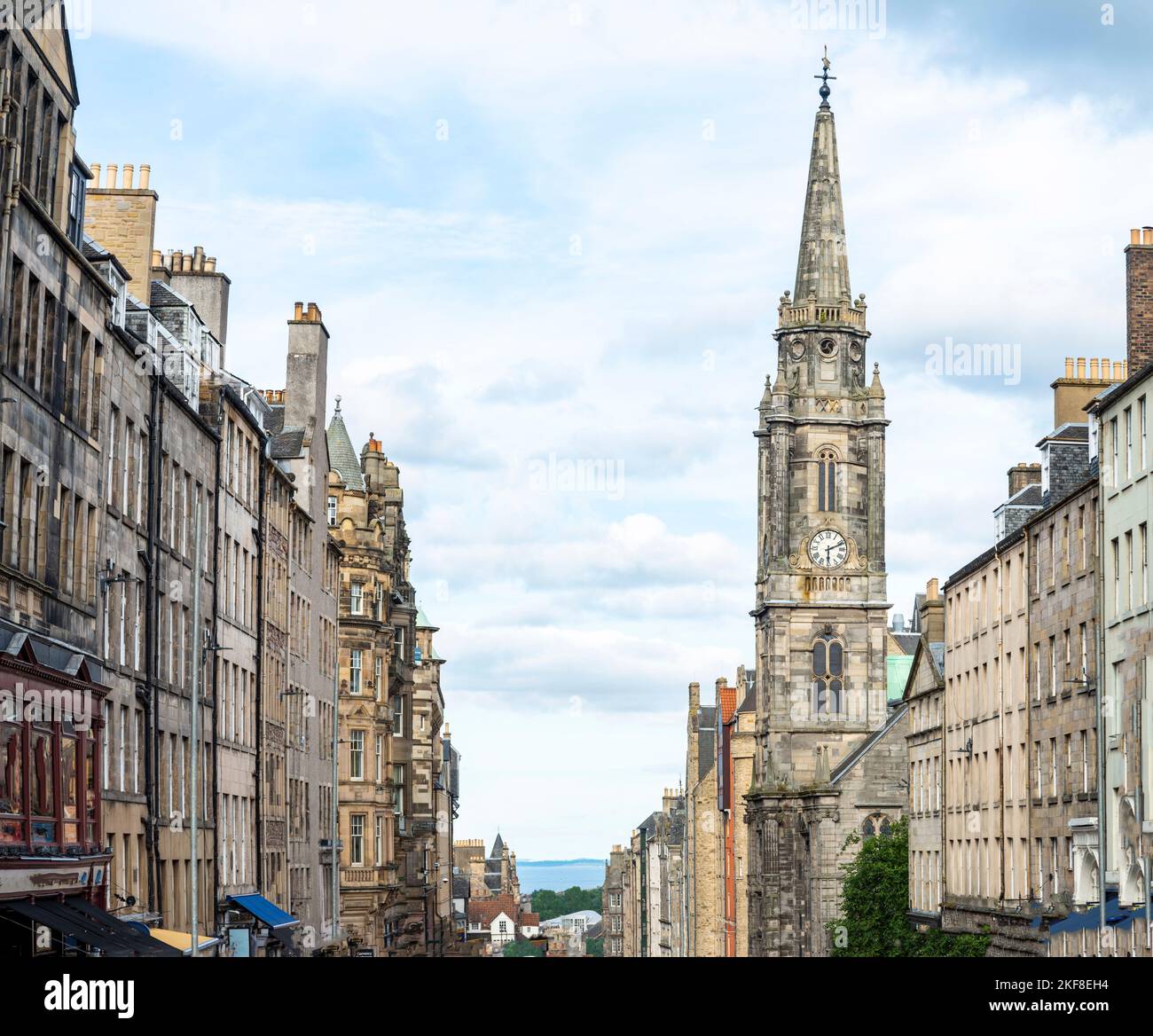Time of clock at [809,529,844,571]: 6:11
